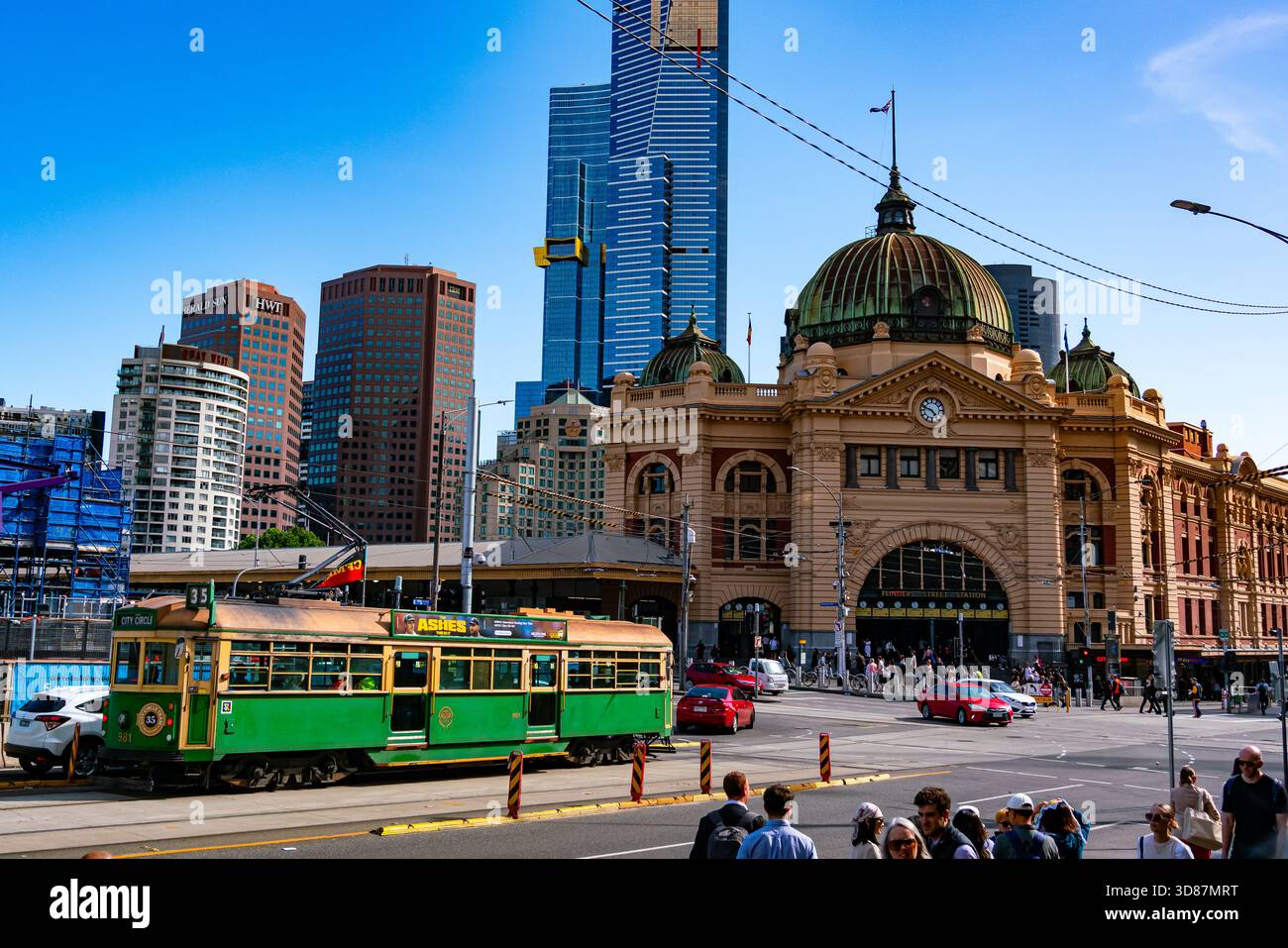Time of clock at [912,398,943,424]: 4:48
